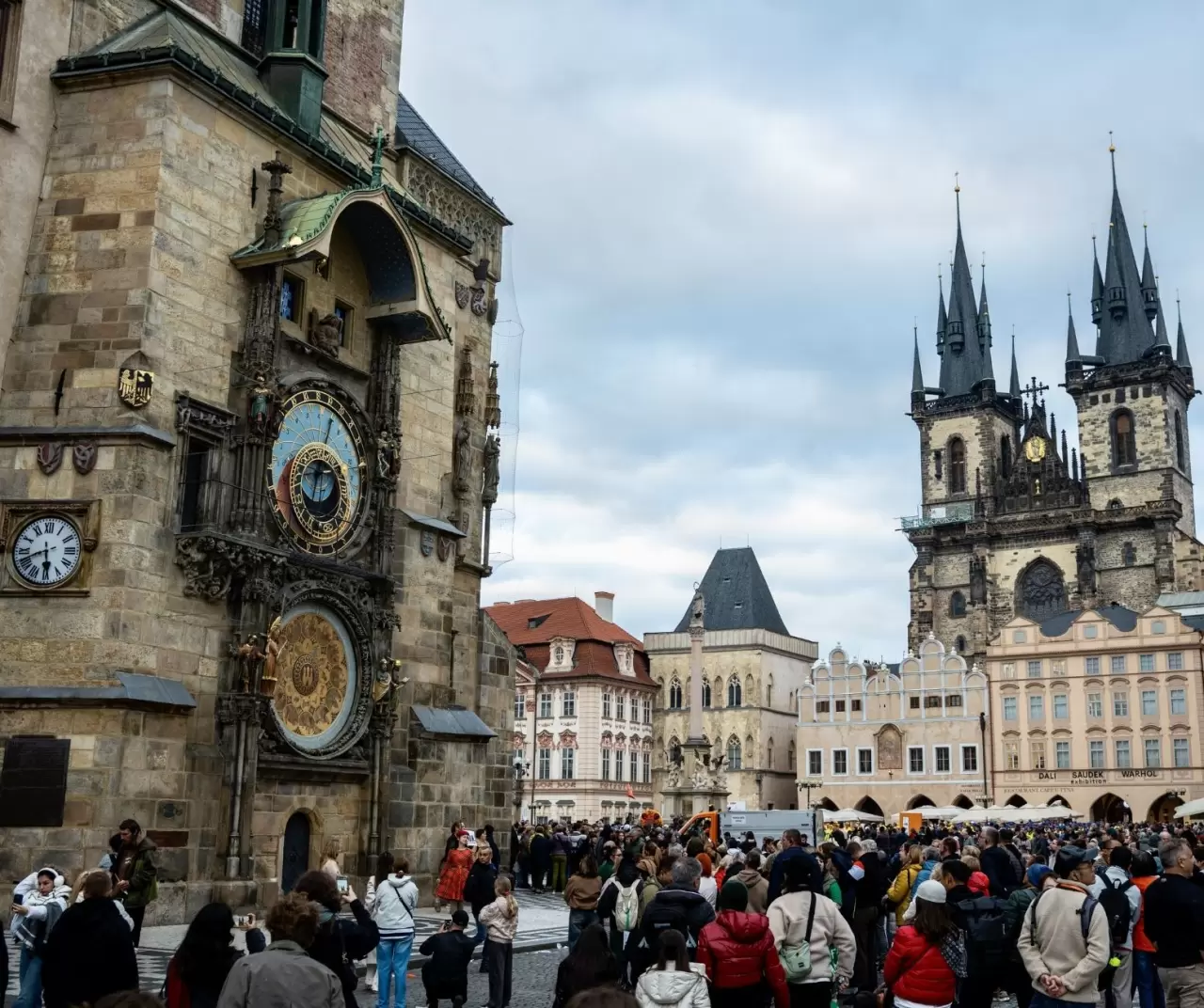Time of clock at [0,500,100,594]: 5:41
